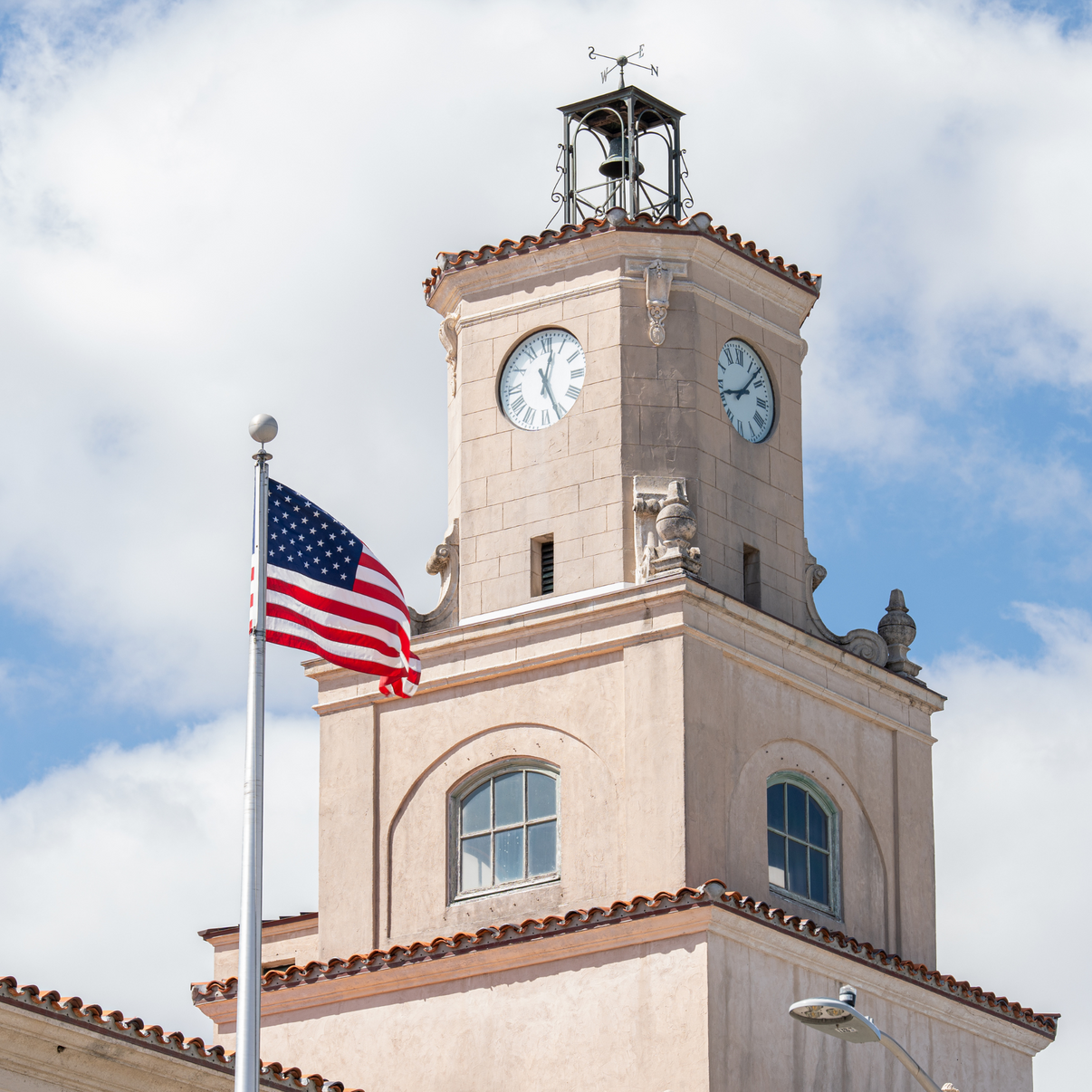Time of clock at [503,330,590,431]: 12:26
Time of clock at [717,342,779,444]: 8:07
